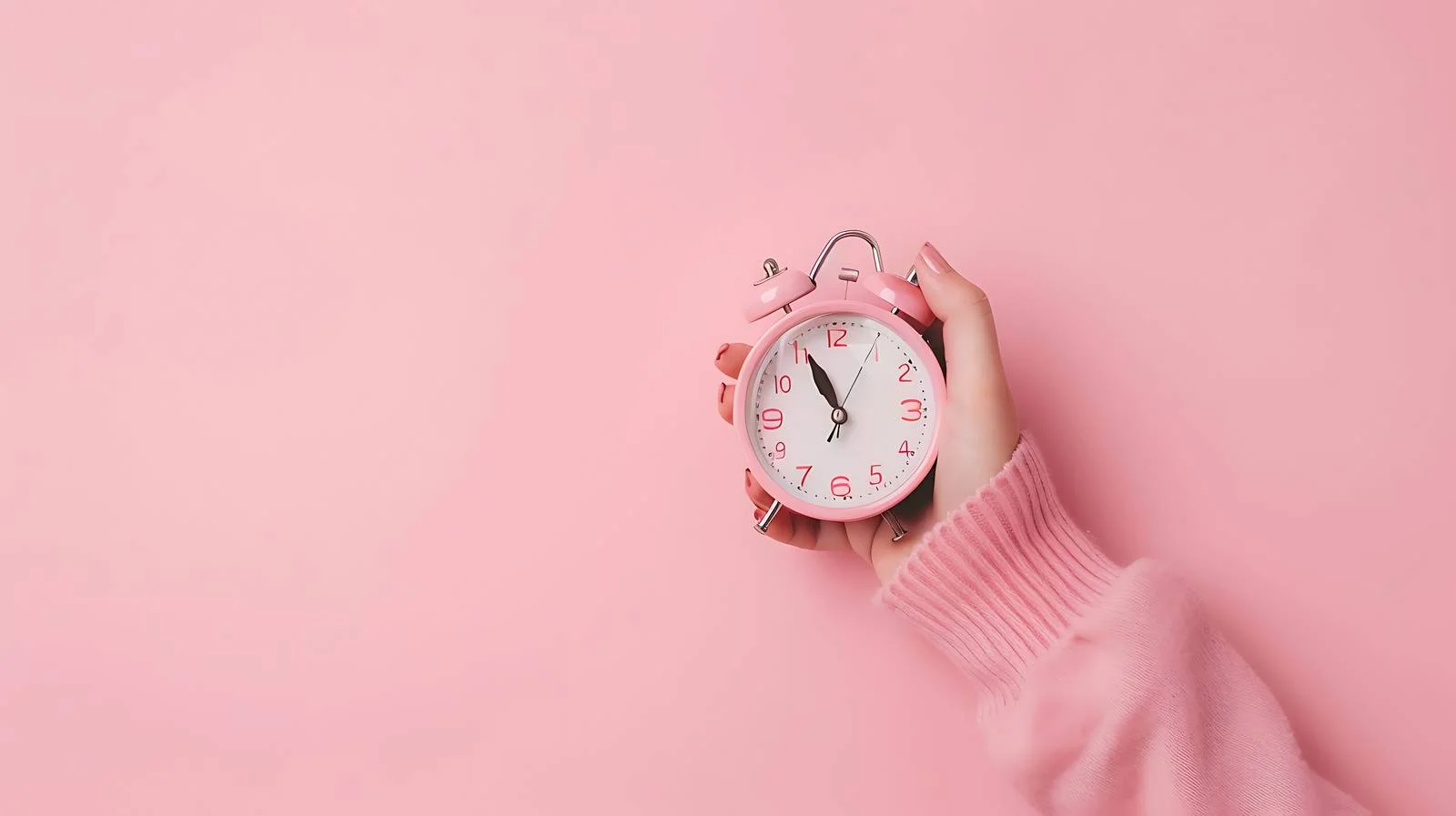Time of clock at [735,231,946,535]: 10:55
